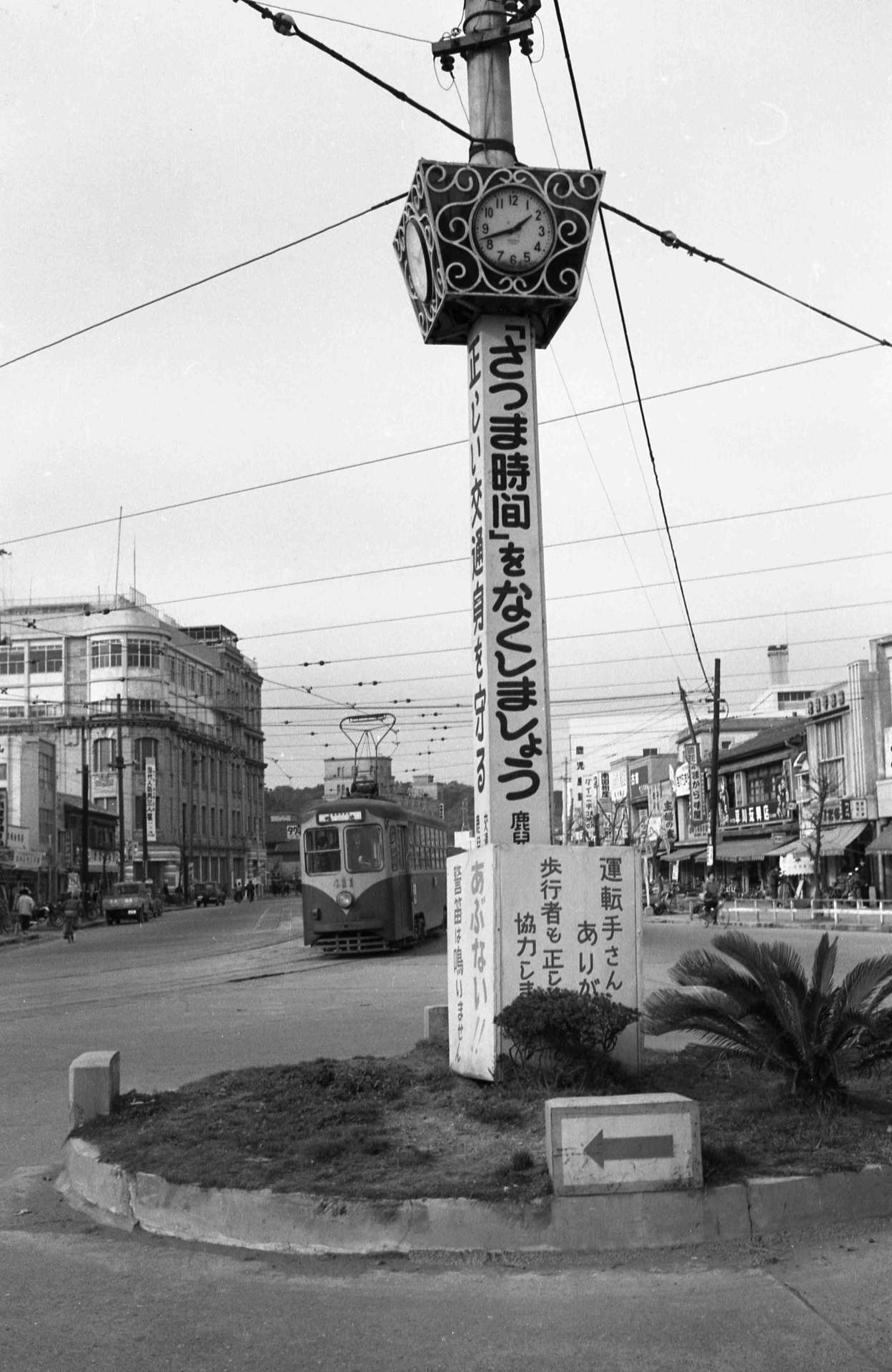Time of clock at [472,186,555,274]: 1:42
